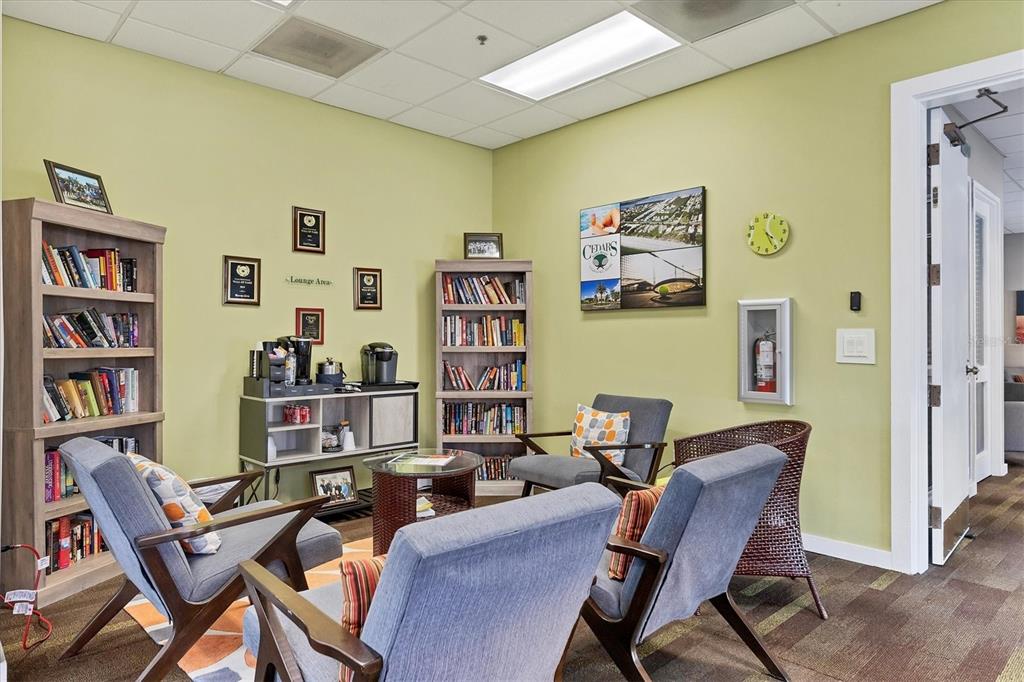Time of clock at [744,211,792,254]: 4:26
